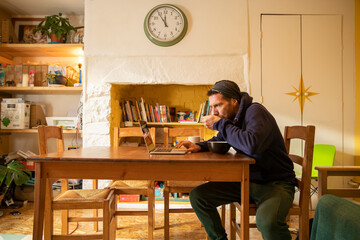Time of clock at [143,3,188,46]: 11:54
